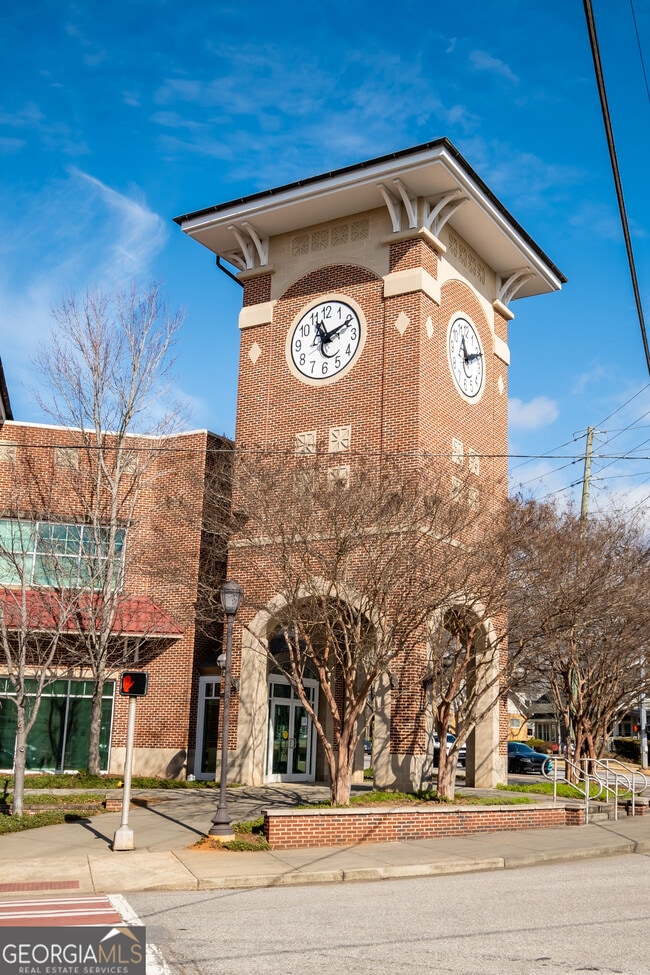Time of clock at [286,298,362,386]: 11:10
